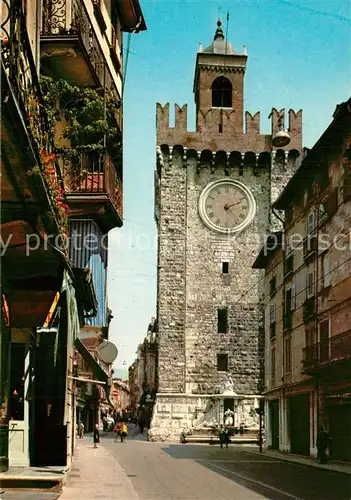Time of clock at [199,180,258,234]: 2:11
